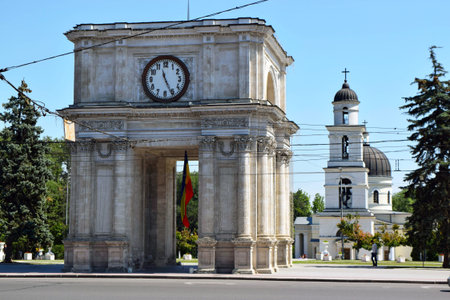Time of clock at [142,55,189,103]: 11:25
